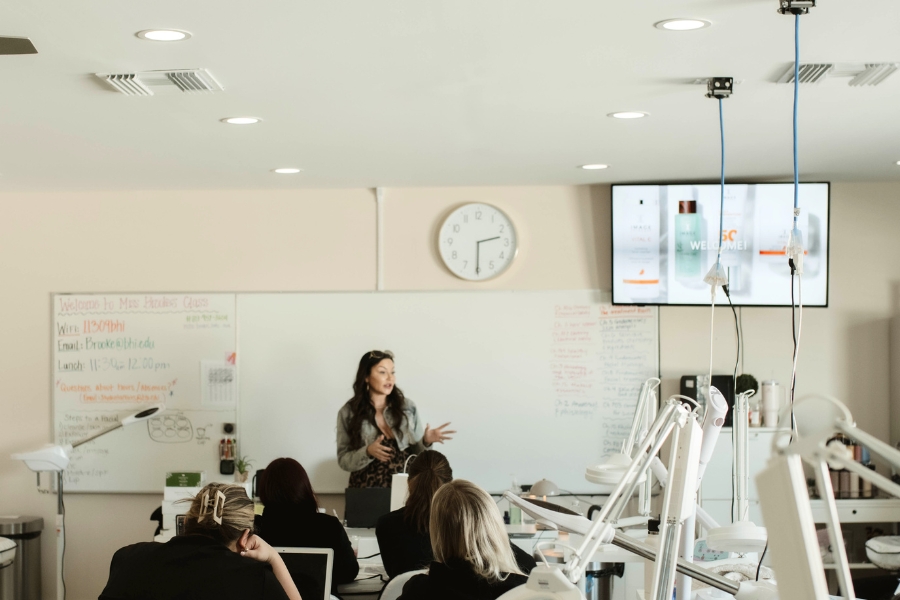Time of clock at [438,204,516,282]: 2:30
